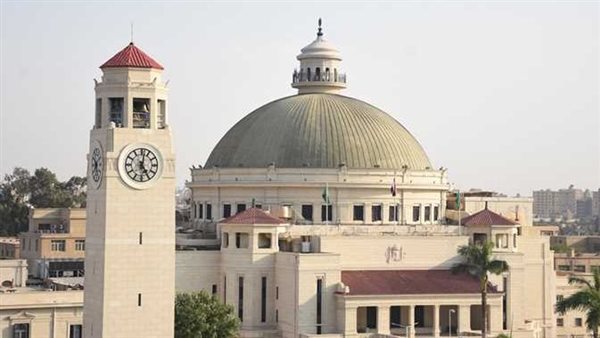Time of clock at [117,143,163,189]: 5:01
